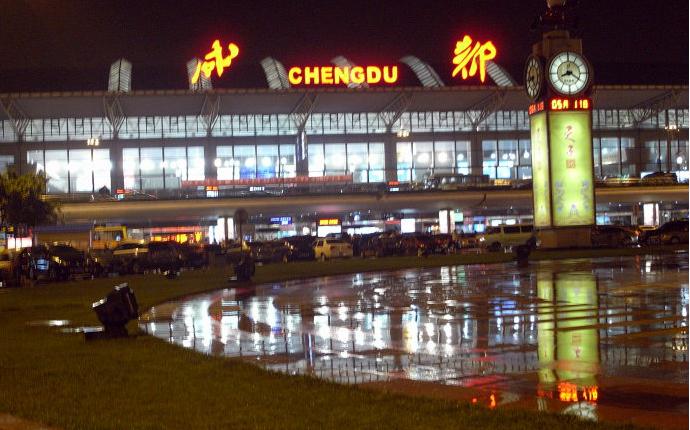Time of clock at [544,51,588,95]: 8:20
